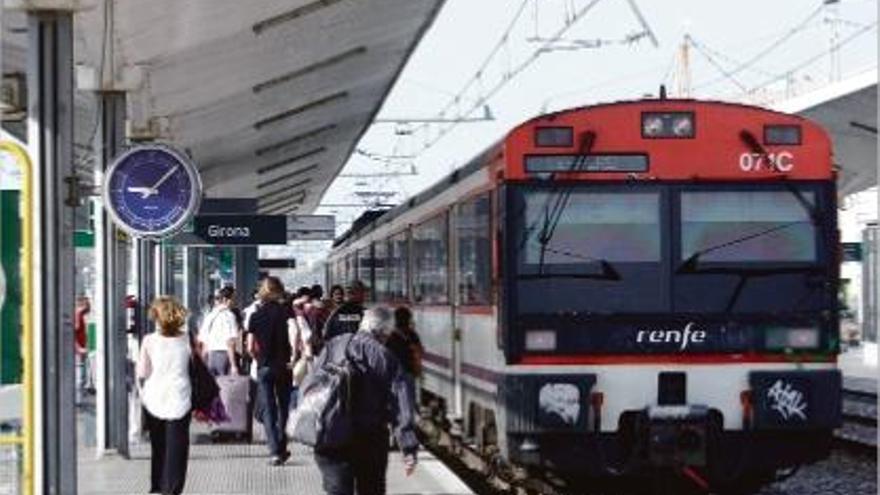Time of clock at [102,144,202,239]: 9:08
